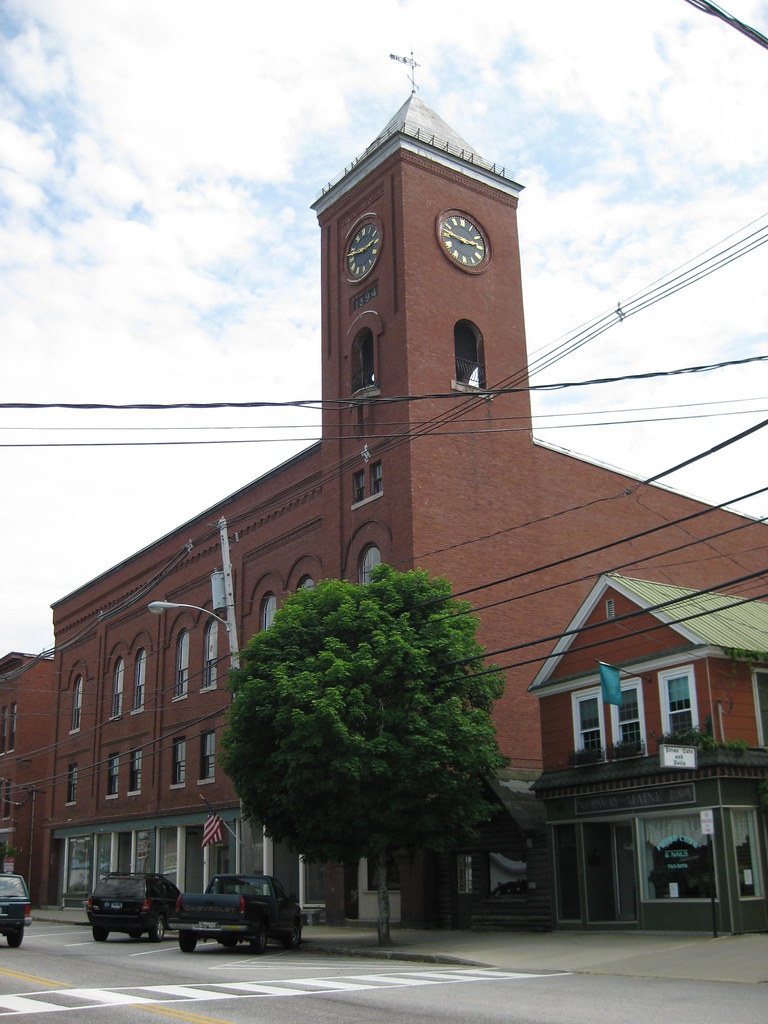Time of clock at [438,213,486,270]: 2:46
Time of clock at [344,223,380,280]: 2:46
